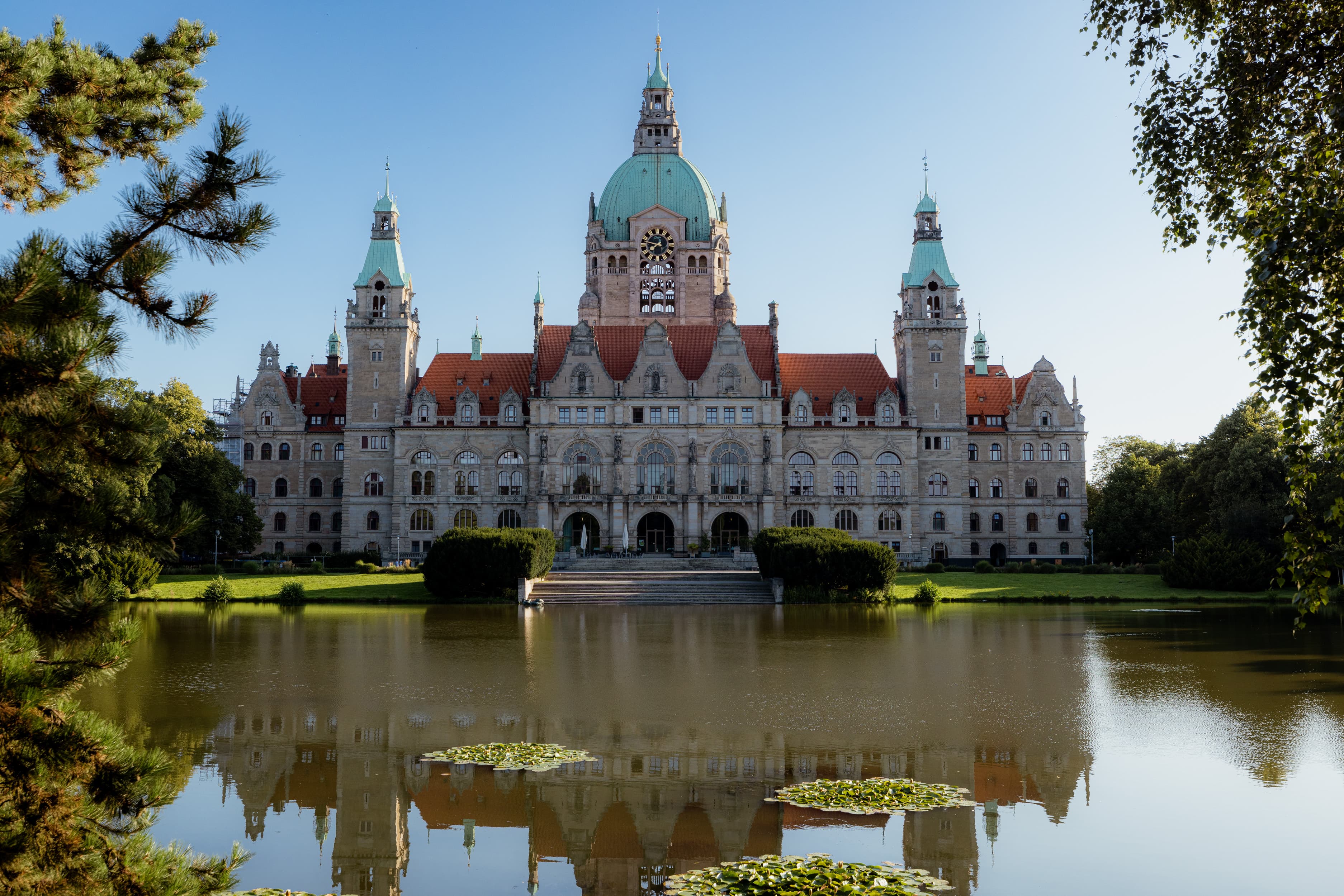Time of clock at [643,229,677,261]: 7:47
